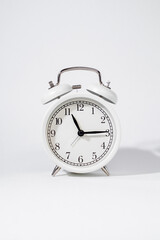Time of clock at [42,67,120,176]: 11:14
